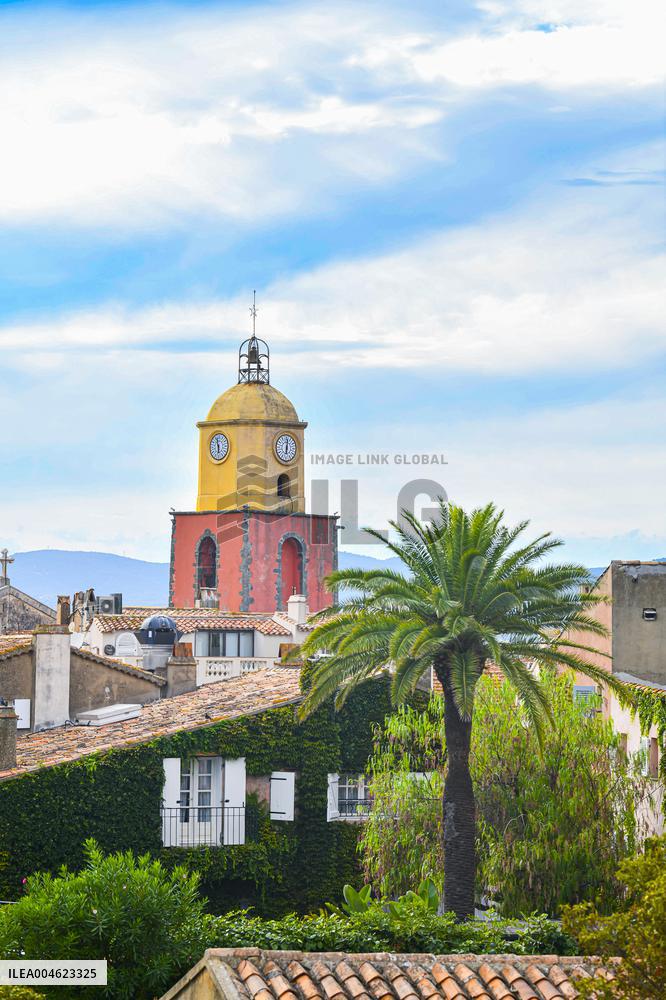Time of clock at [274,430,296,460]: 6:00
